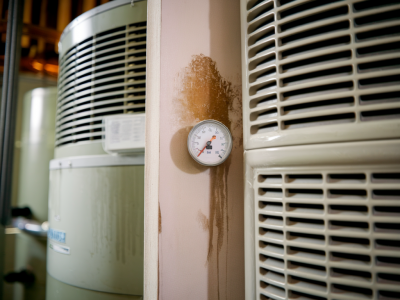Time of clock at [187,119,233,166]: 6:36
